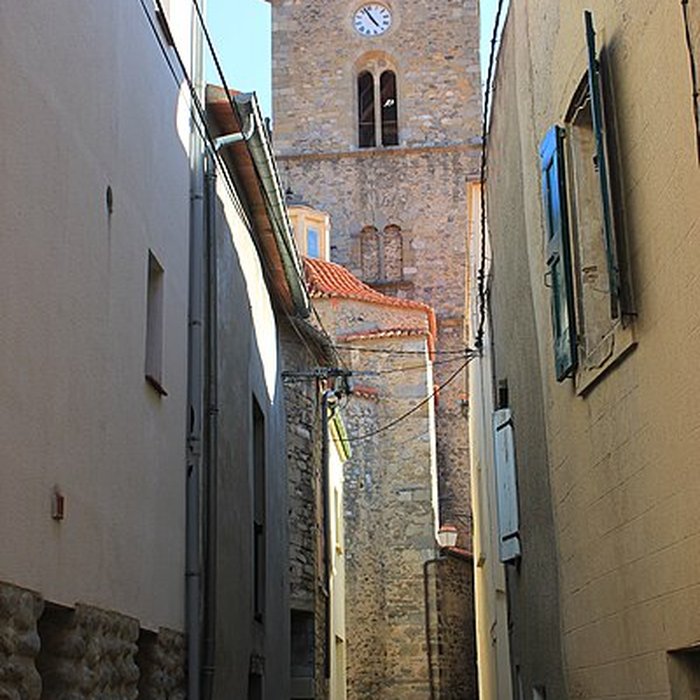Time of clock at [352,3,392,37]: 4:57
